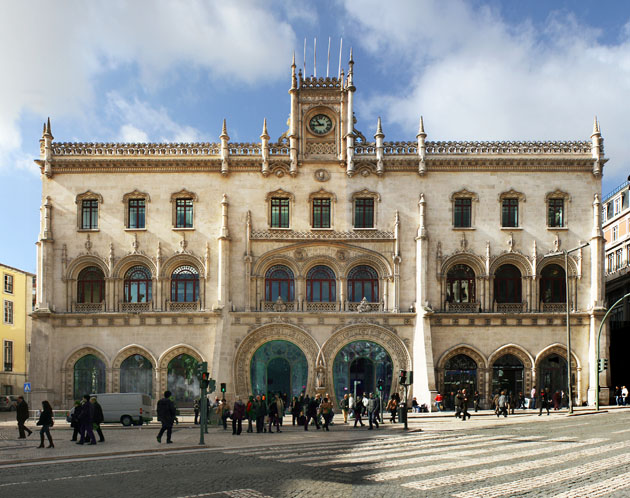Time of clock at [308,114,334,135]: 10:43
